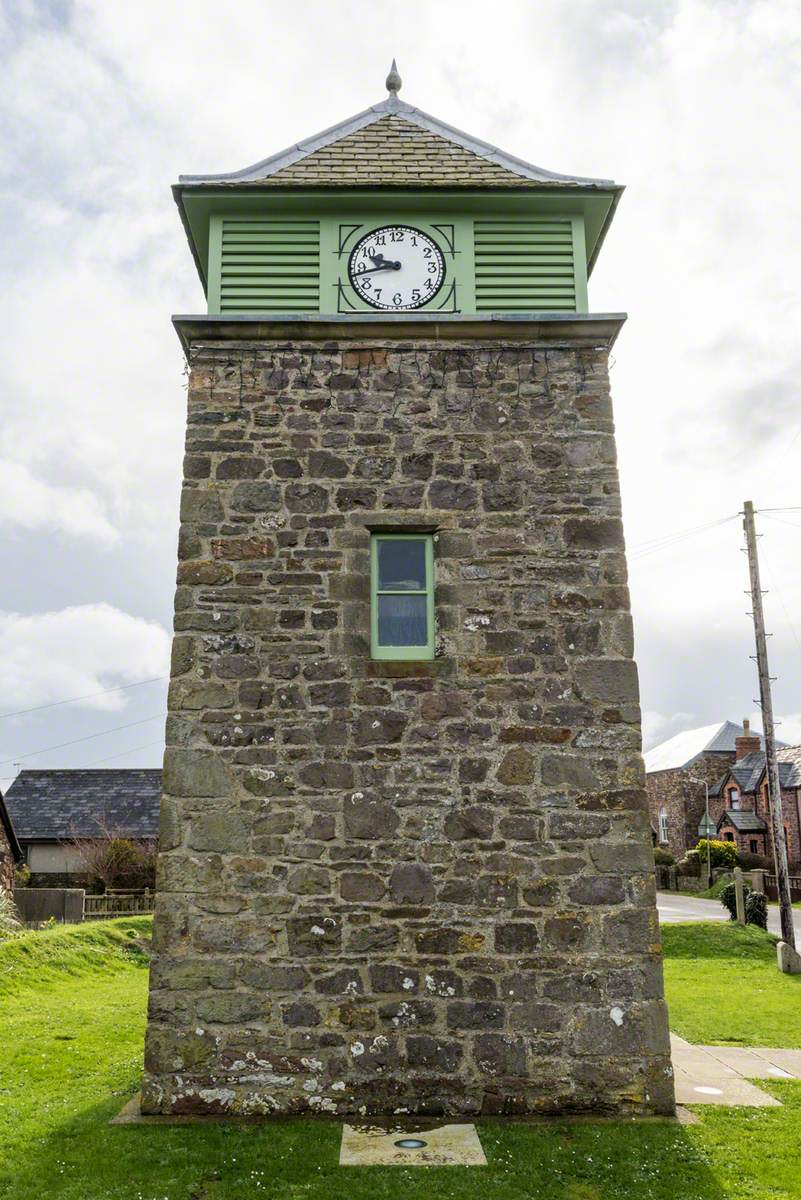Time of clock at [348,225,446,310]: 9:43
